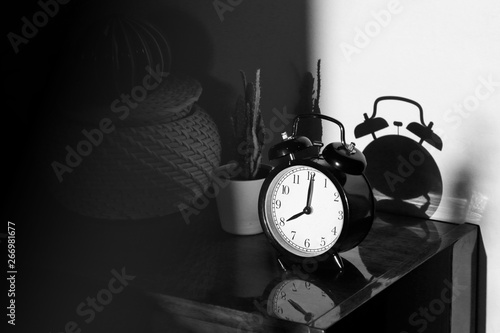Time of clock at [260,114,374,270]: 8:01
